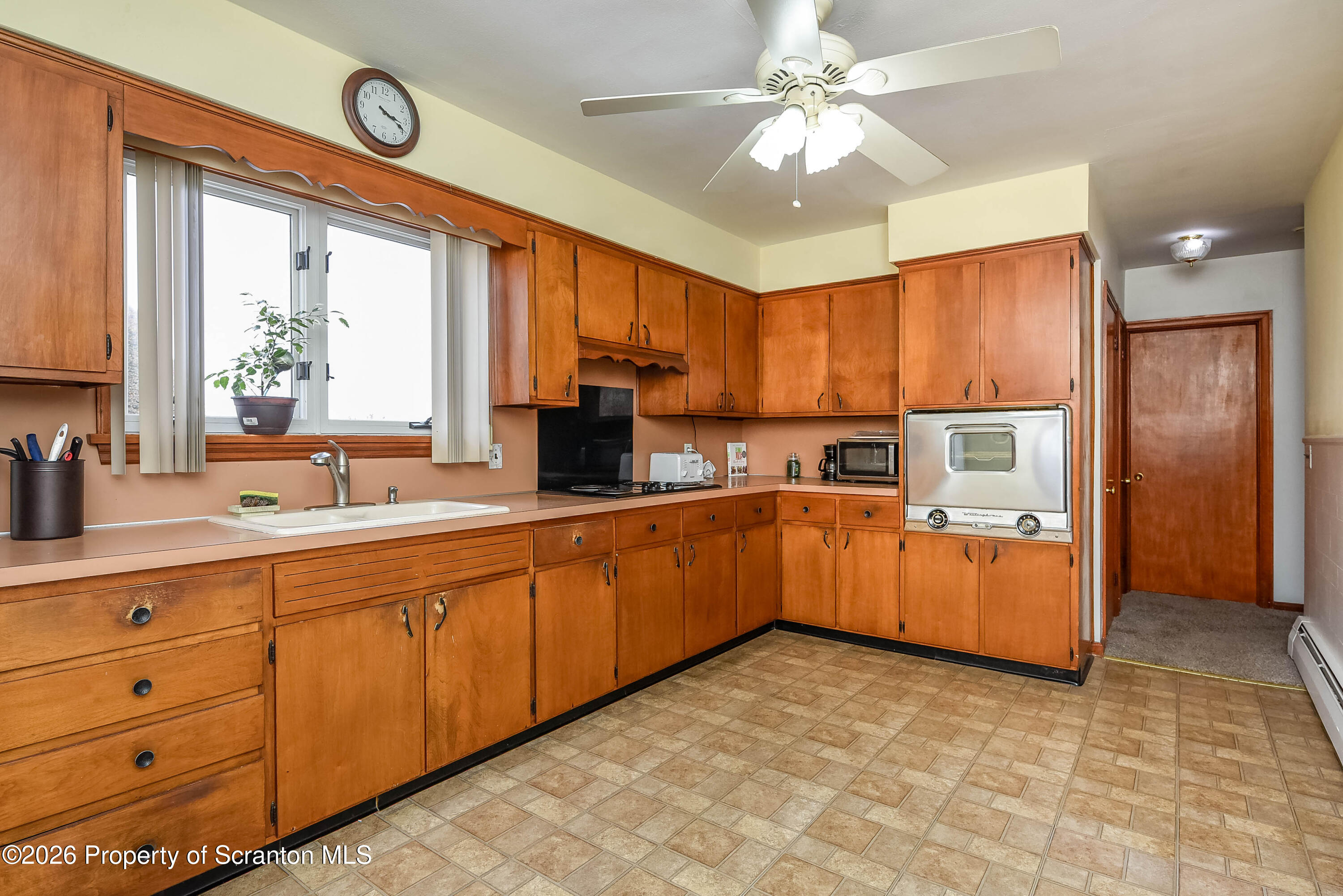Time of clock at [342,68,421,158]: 3:18
